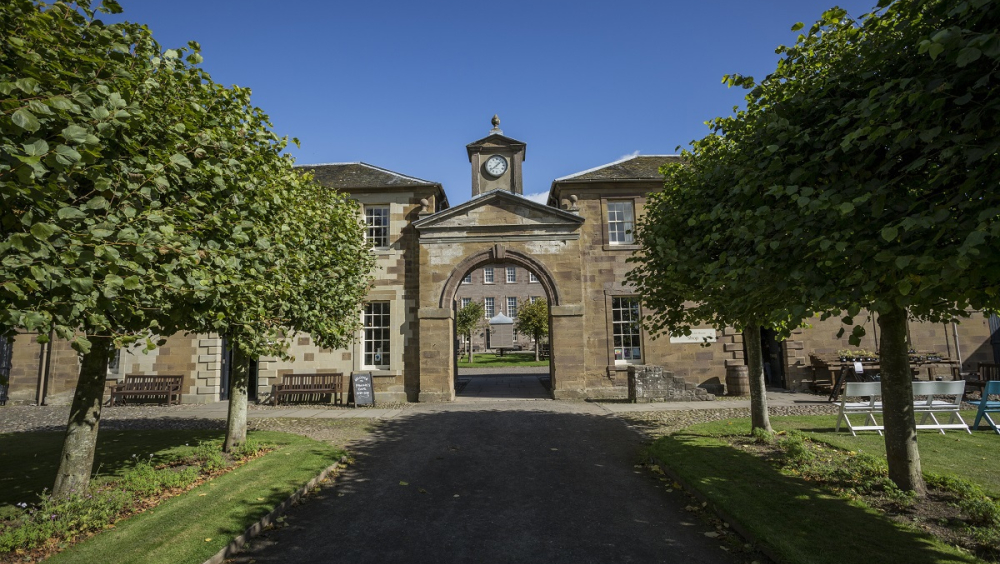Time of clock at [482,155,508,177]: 1:38
